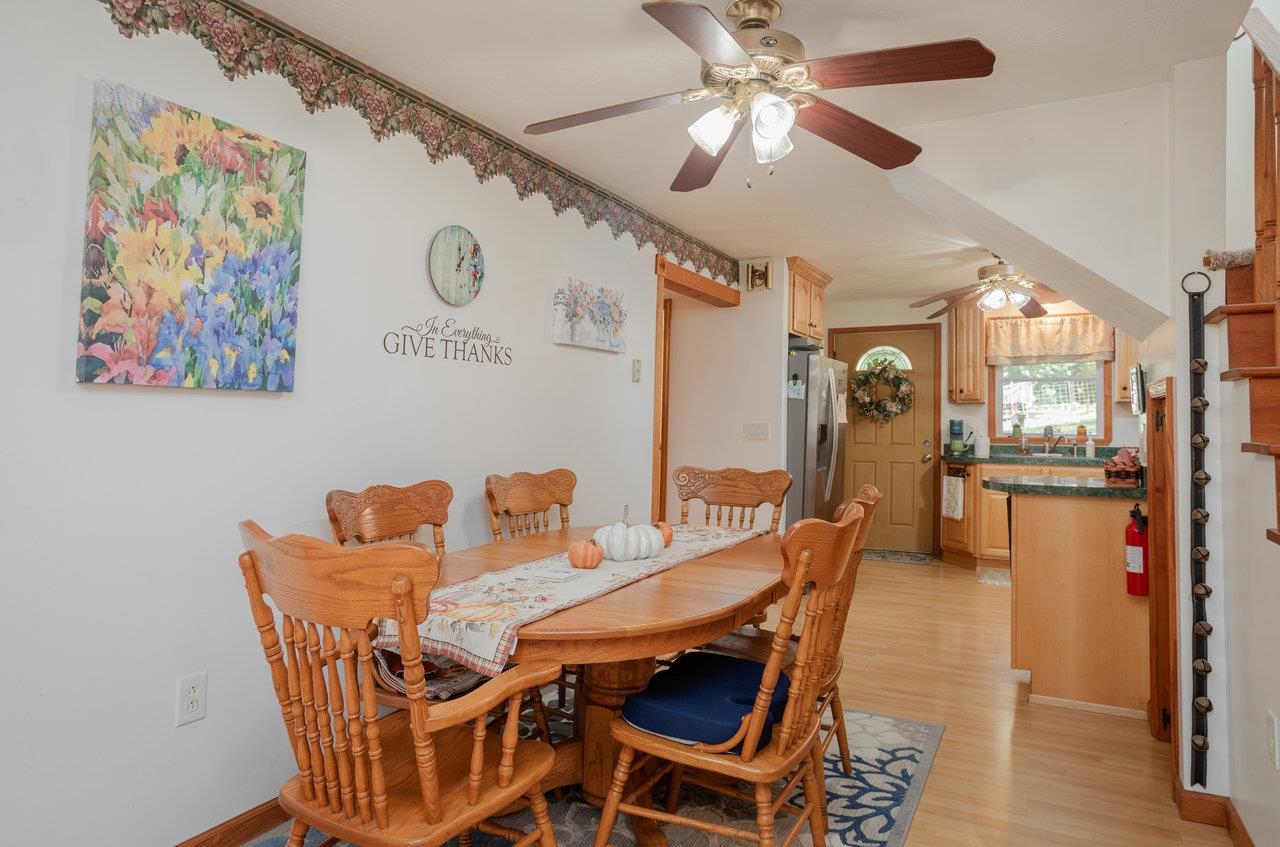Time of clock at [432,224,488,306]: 12:07
